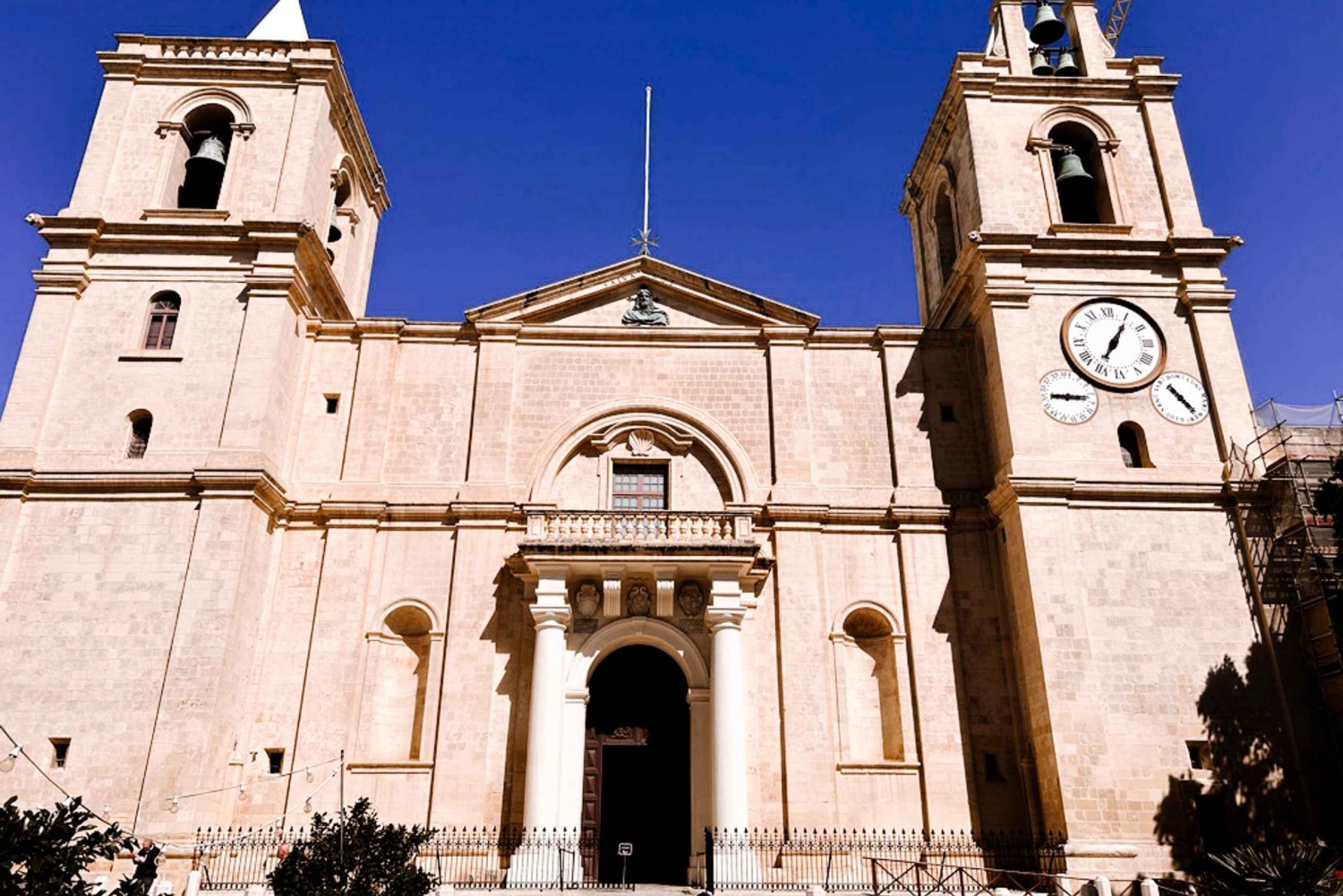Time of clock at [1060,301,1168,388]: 7:05
